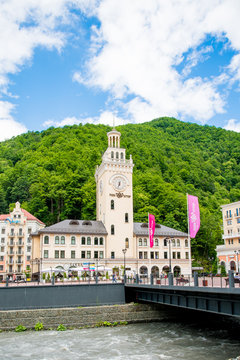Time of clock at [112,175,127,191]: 6:32
